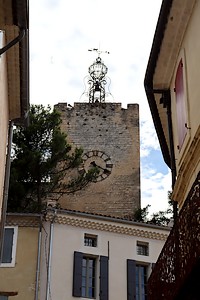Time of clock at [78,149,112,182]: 5:19
